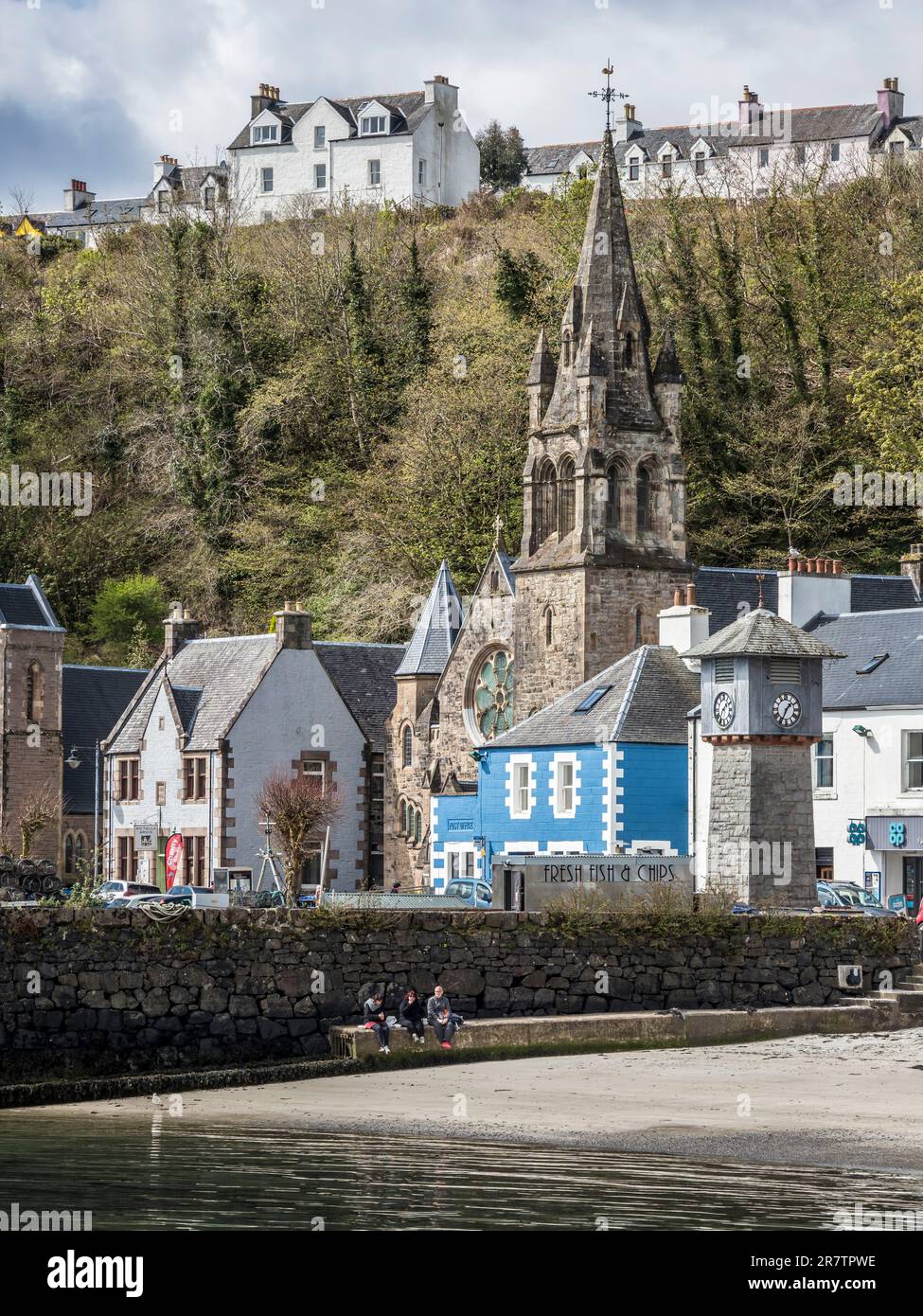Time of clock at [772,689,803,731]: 1:34
